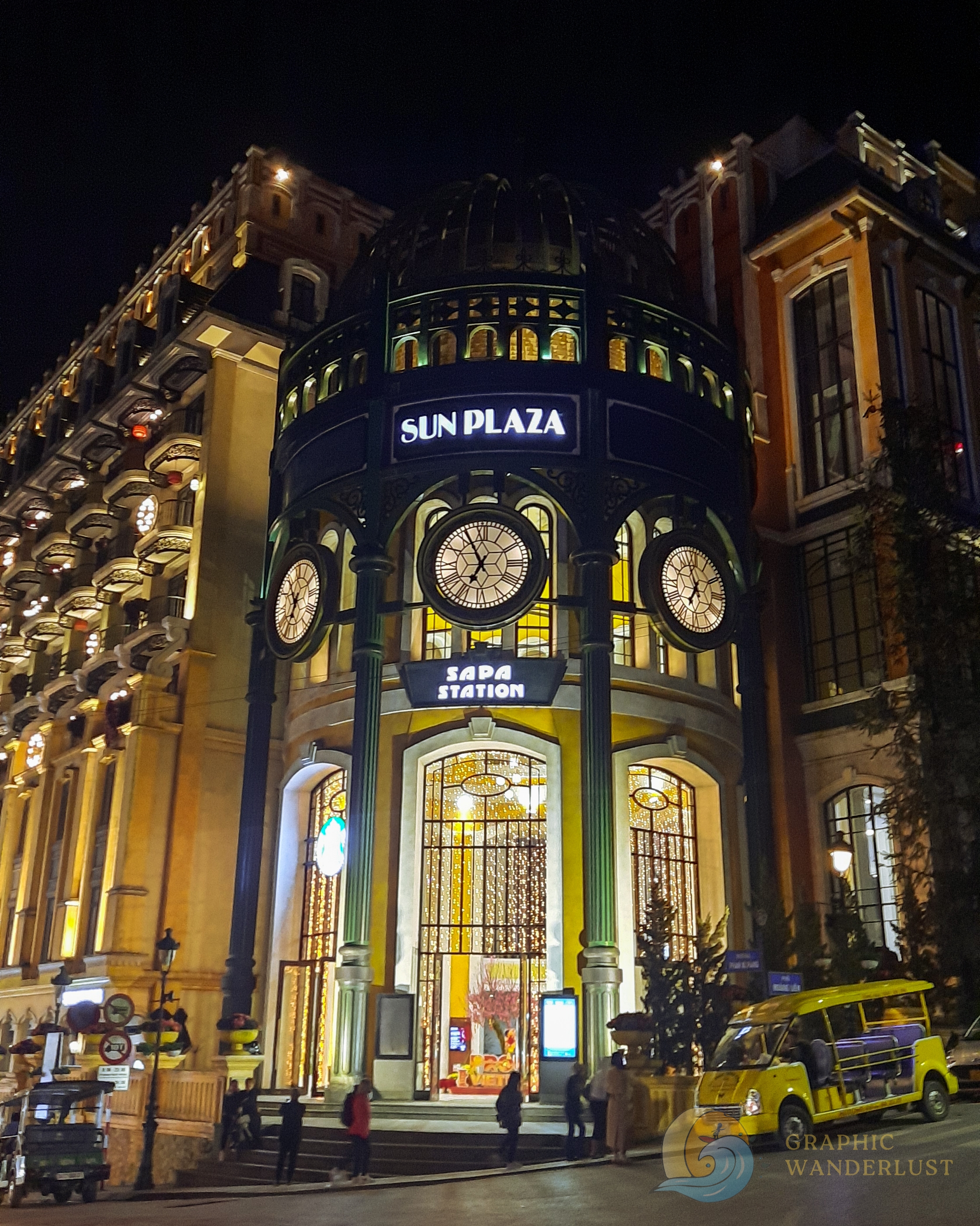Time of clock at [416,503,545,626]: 6:55
